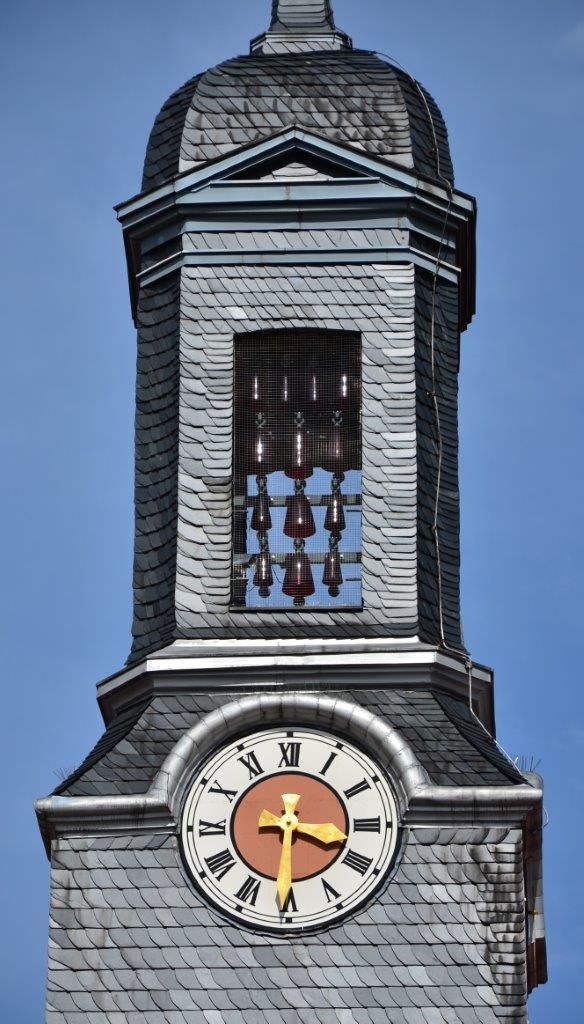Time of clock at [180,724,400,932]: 3:30
